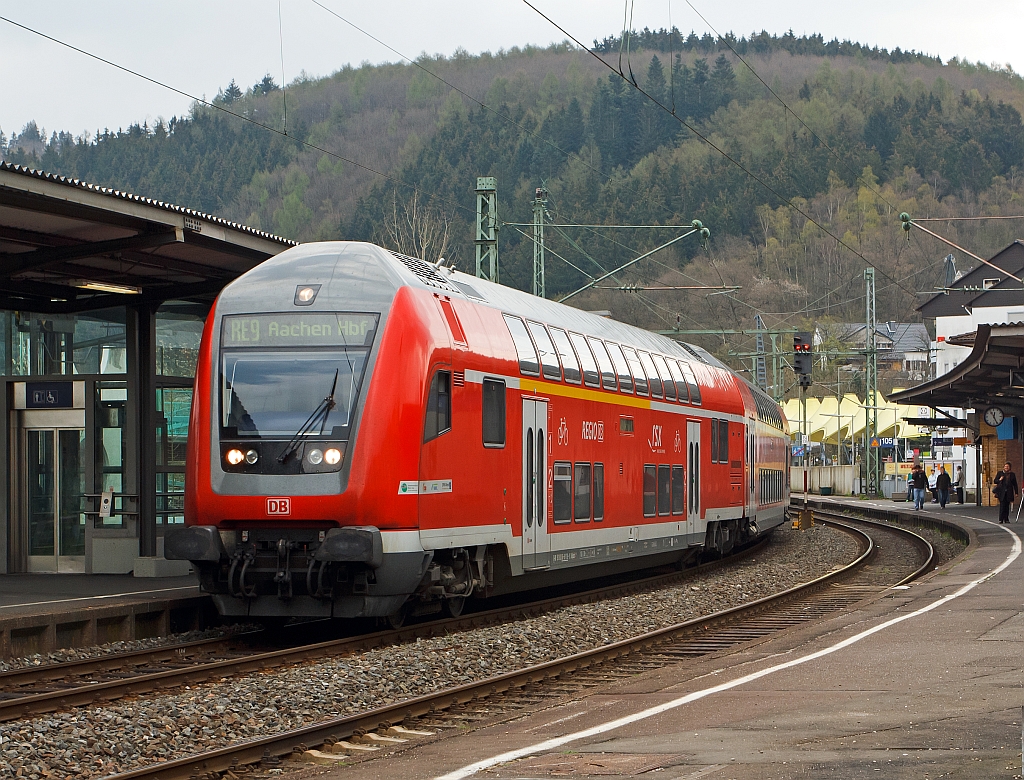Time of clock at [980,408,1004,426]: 12:25
